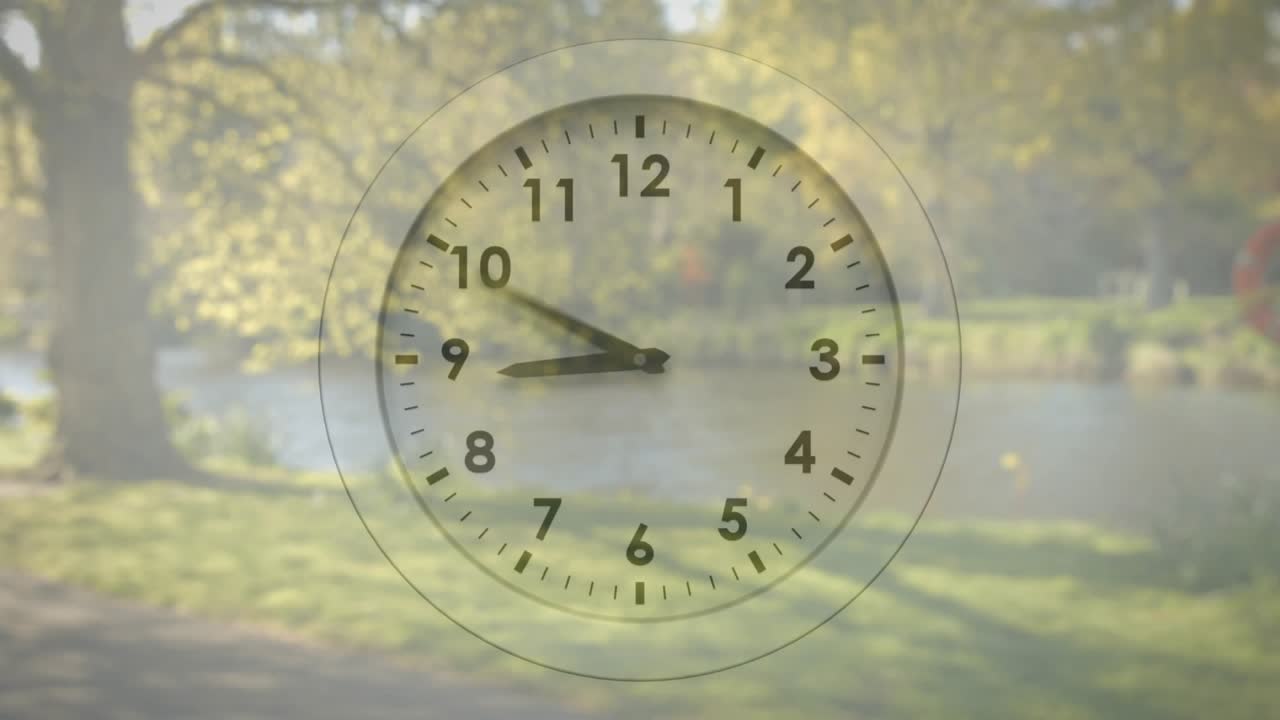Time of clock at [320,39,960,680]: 8:49
